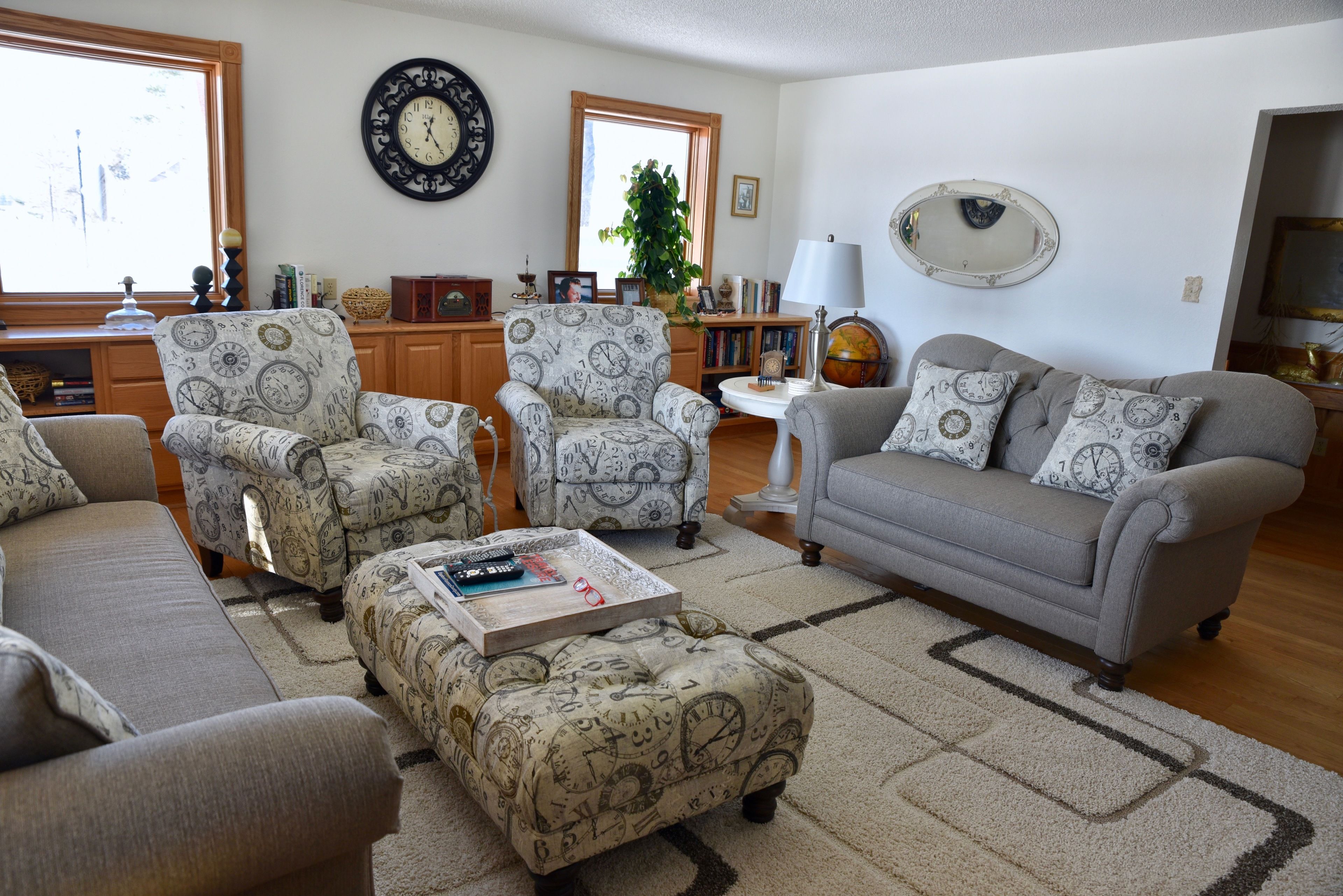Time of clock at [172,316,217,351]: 8:17
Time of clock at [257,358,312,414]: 10:27
